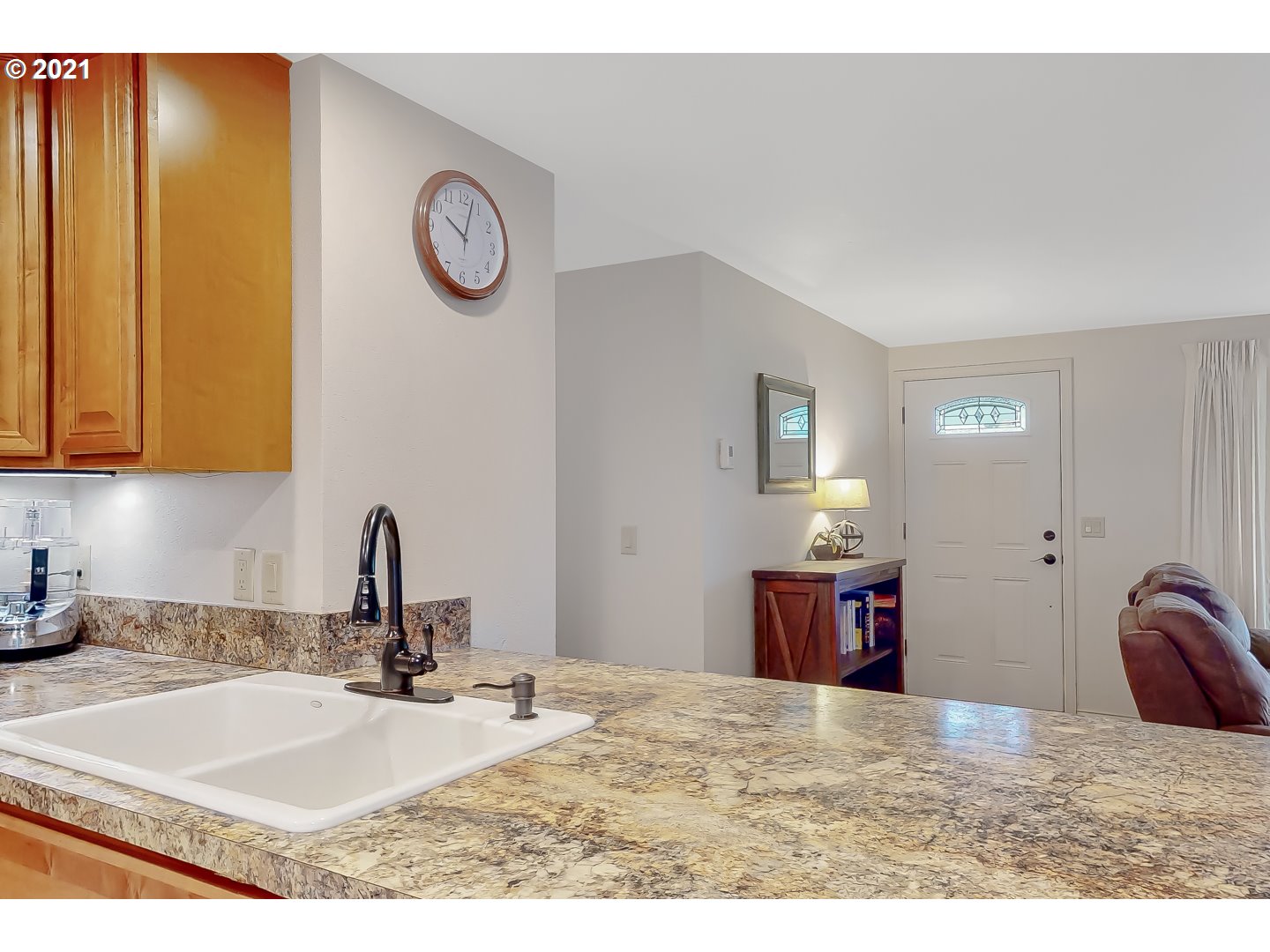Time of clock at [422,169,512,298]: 10:02
